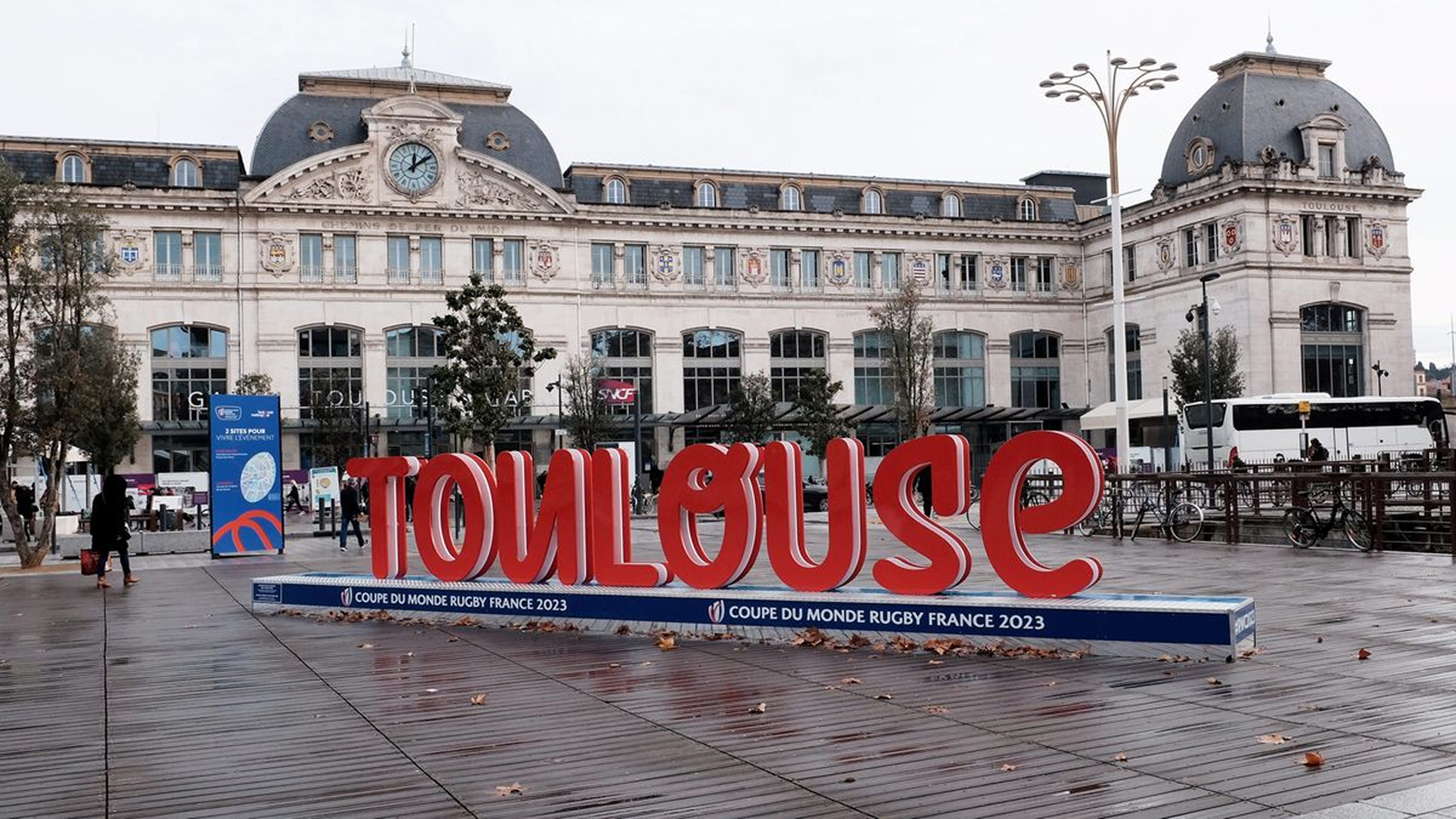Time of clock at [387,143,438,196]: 12:09
